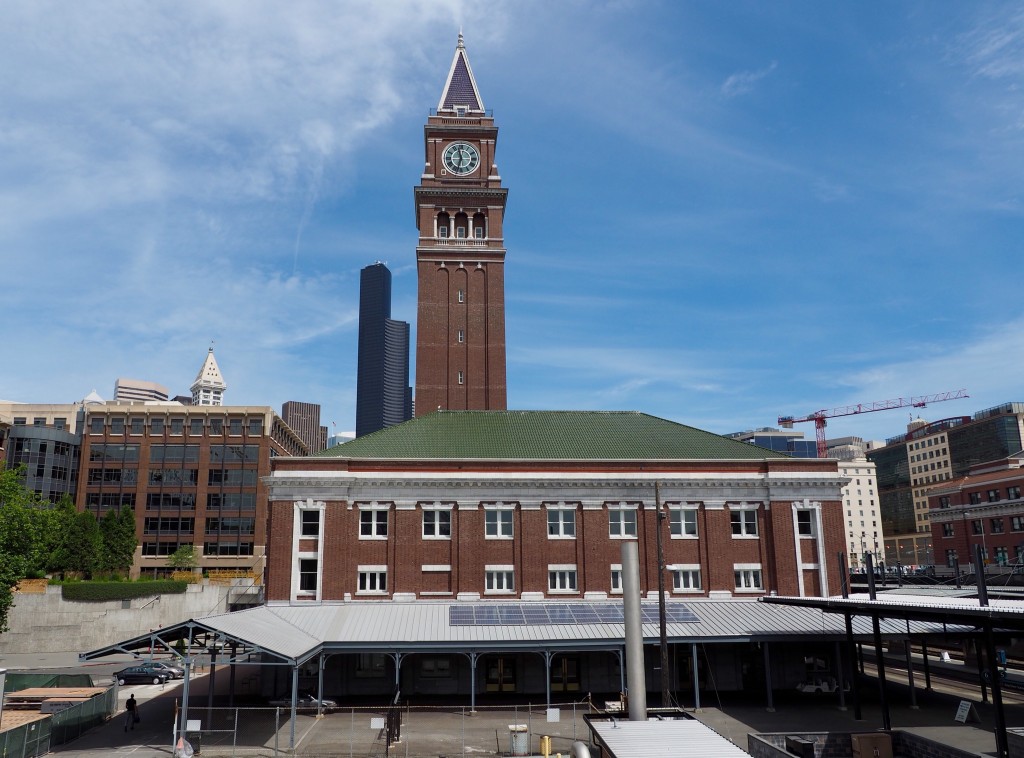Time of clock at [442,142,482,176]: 11:32
